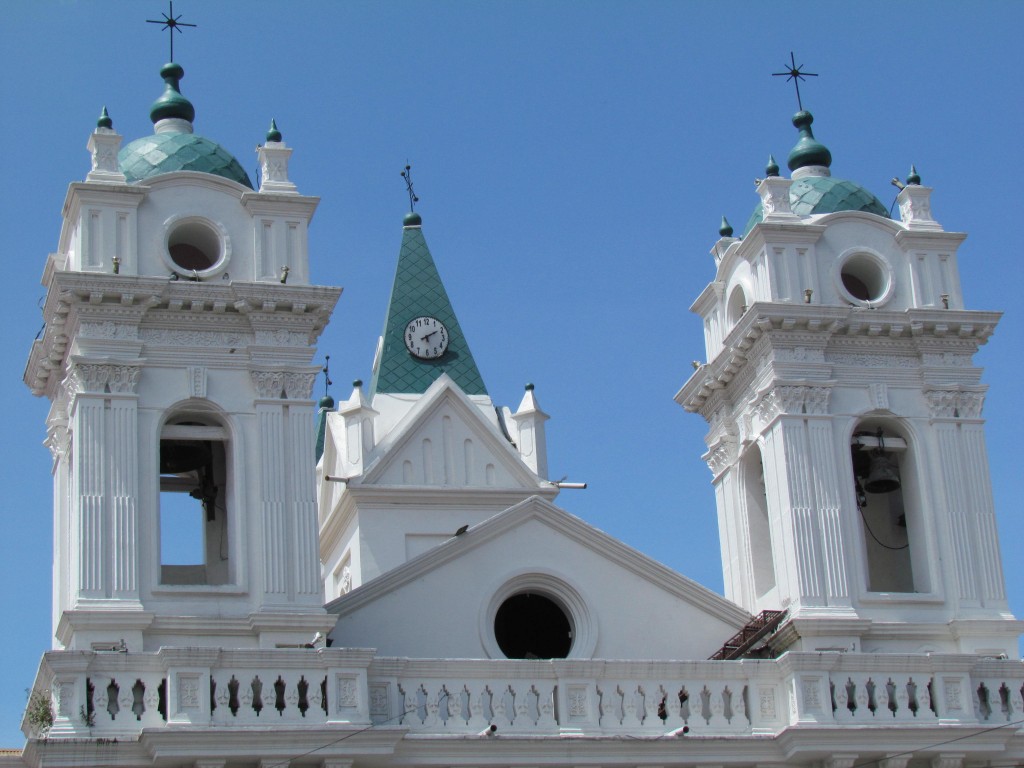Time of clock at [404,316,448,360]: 5:09
